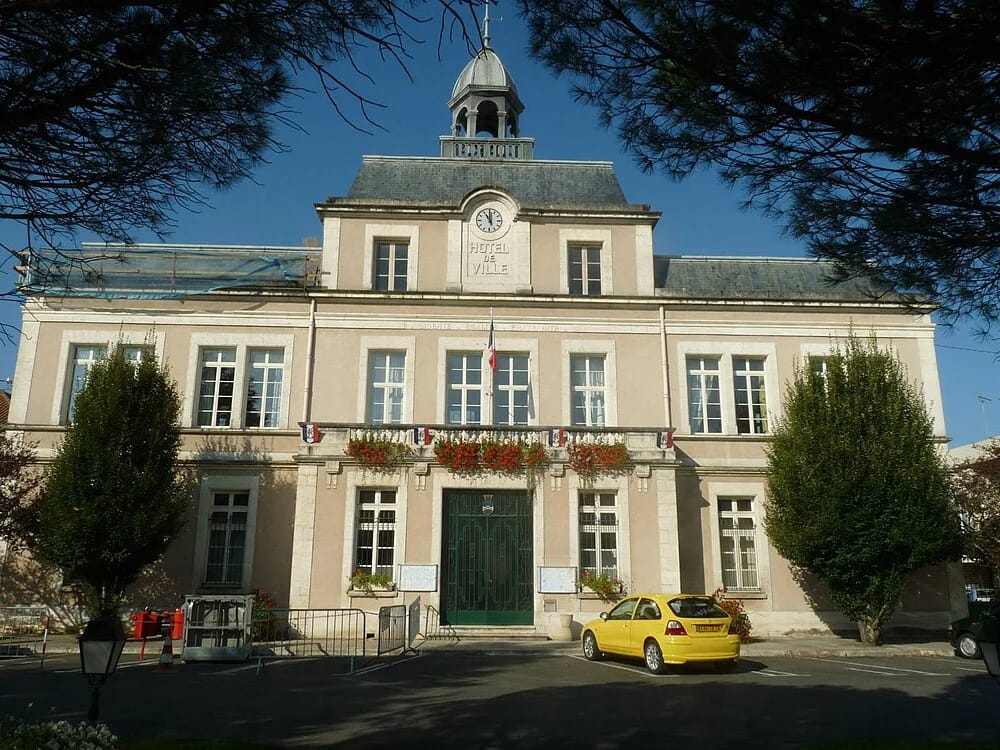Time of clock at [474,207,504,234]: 11:00
